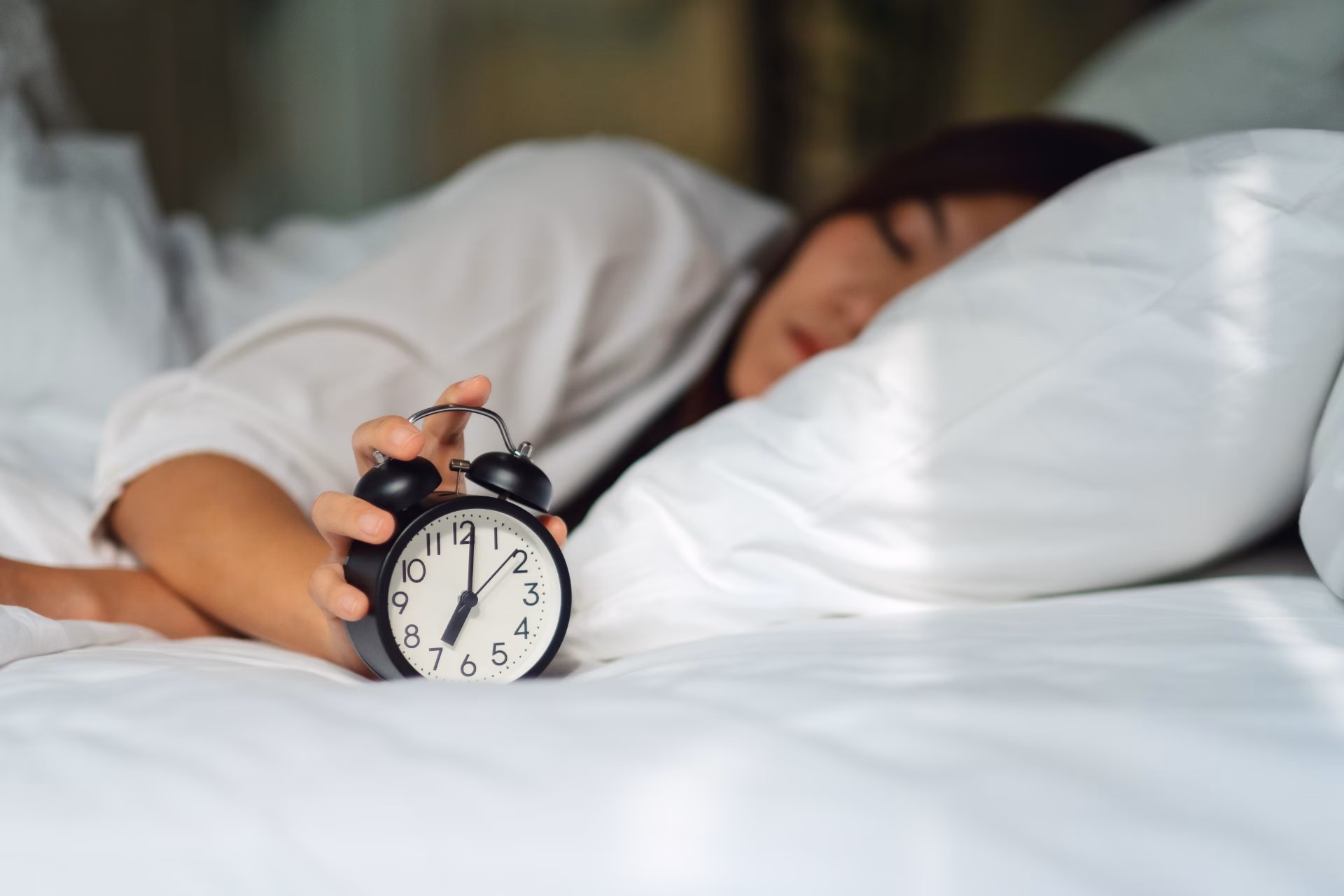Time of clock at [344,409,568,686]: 7:01
